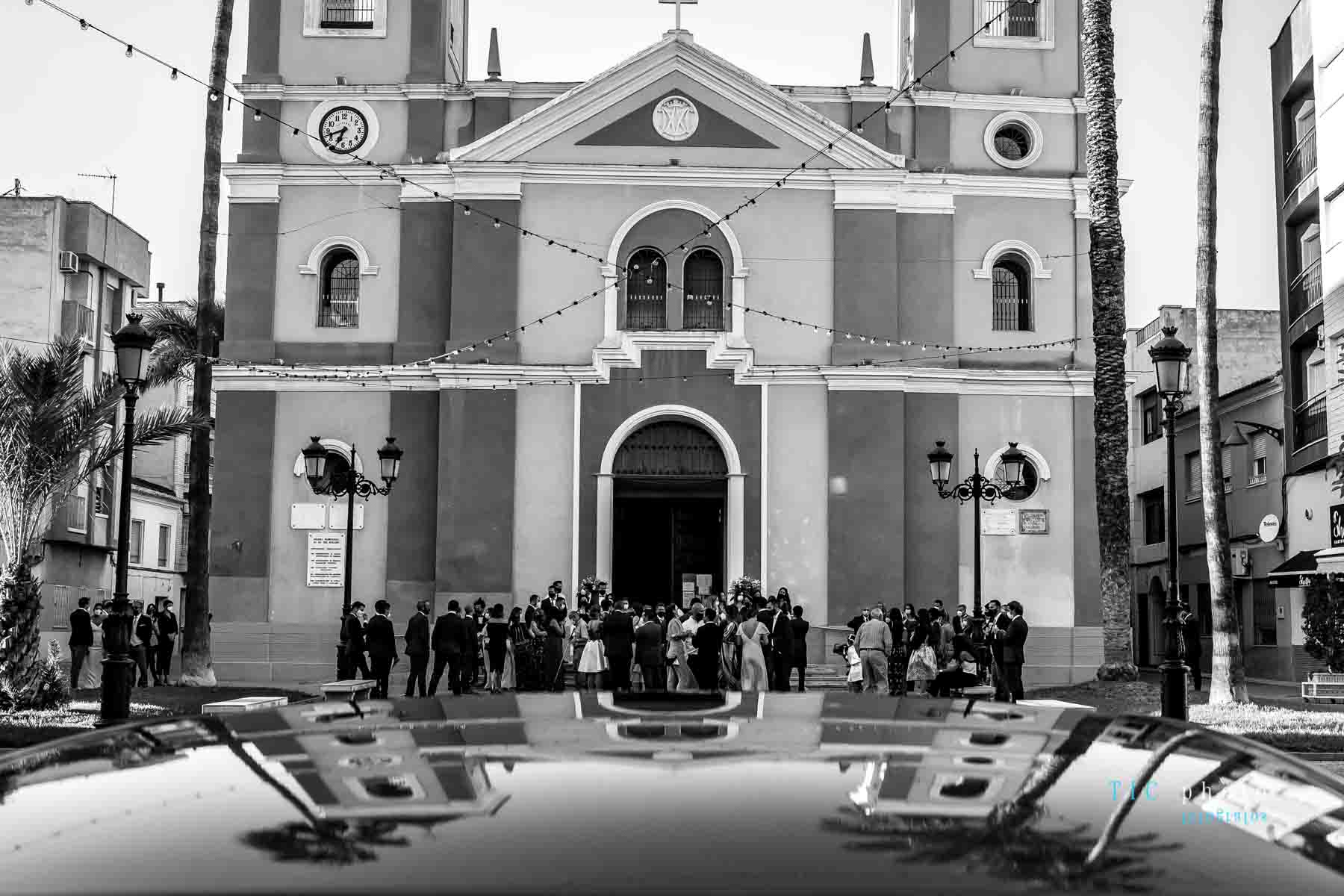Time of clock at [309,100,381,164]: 6:41
